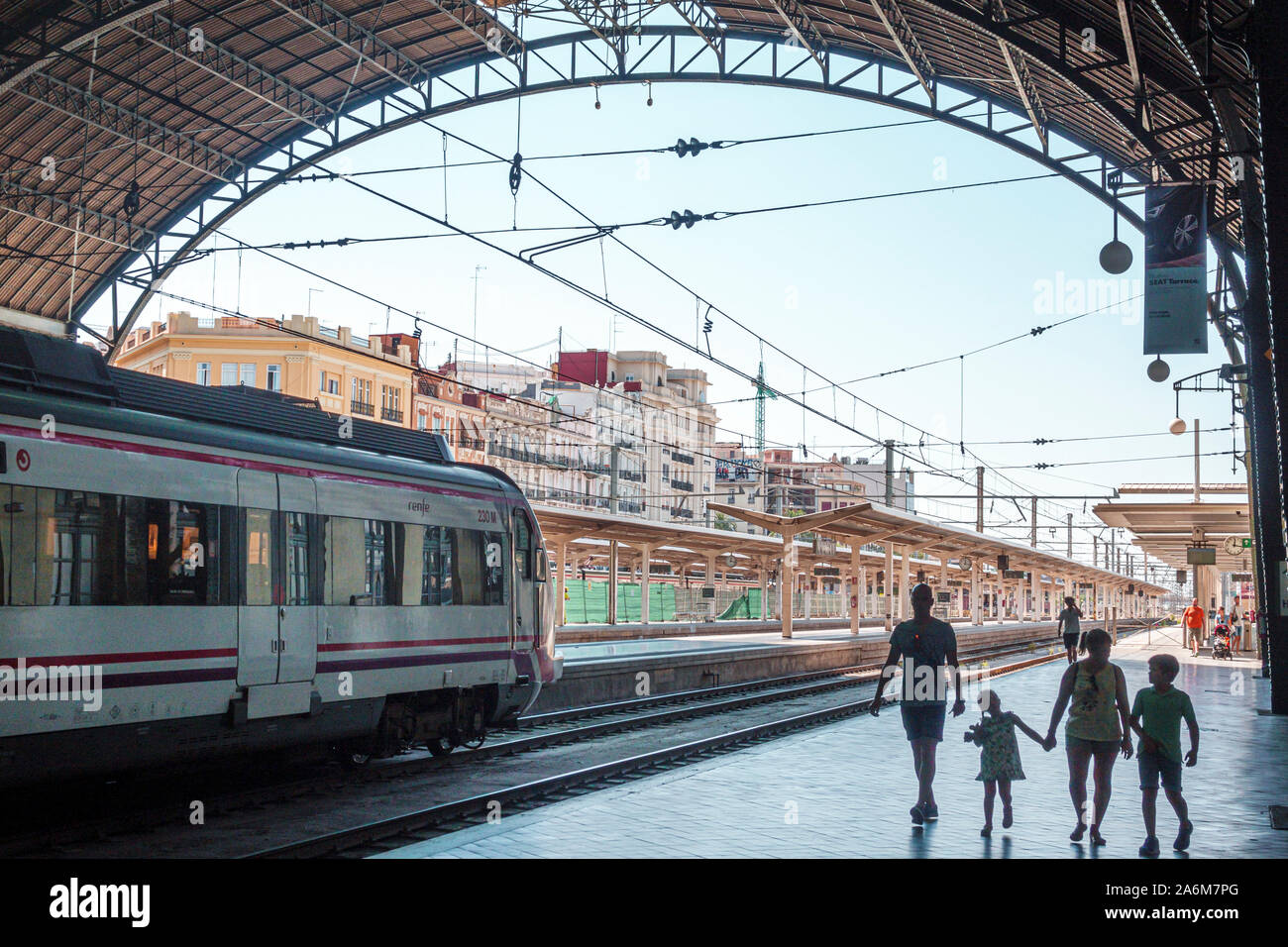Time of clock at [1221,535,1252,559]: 12:16
